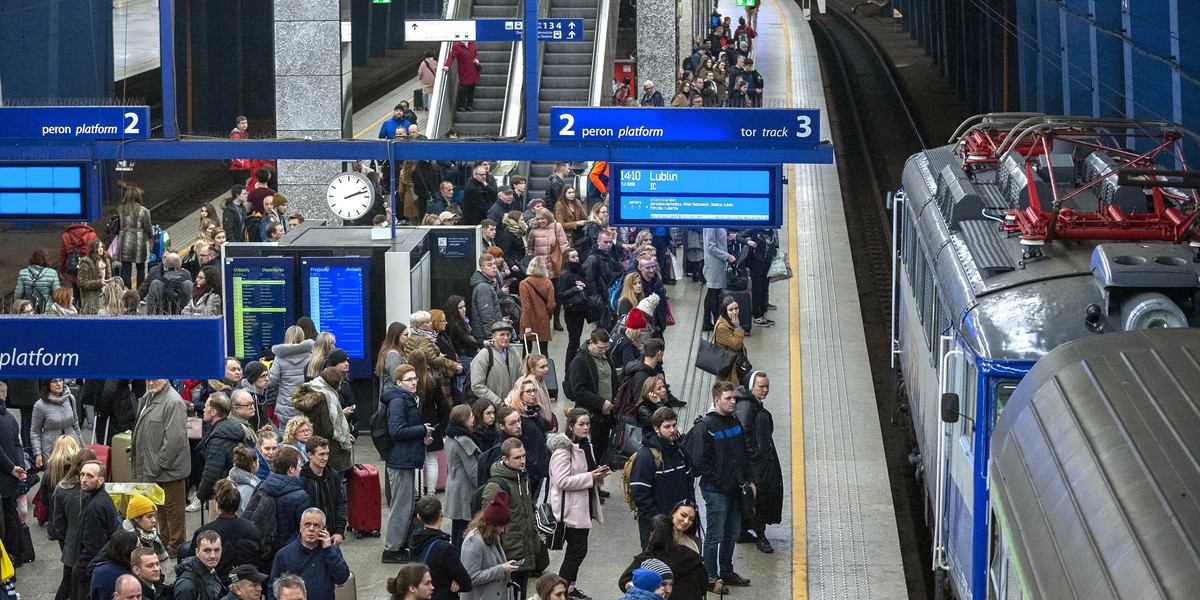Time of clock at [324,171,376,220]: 2:12
